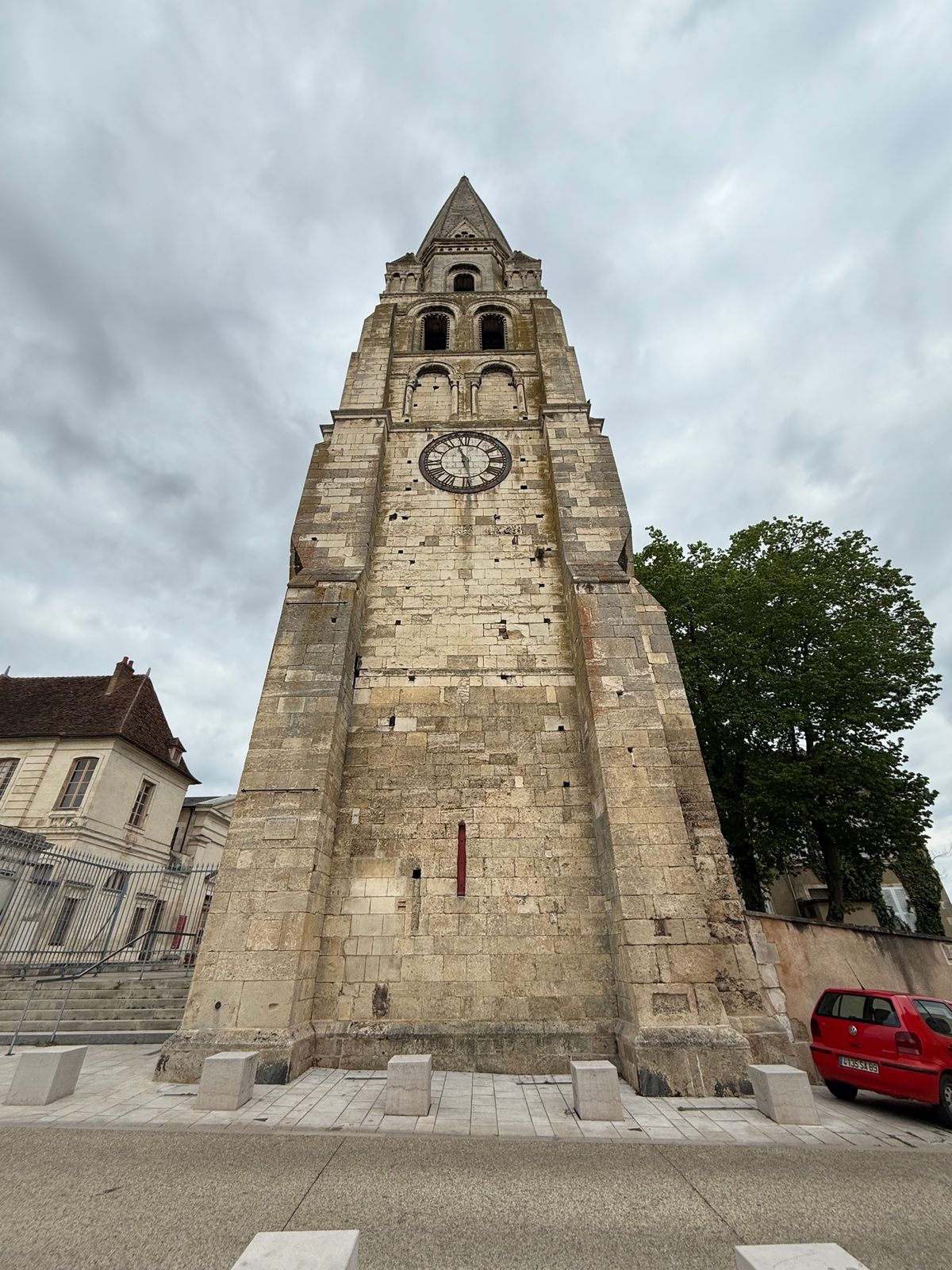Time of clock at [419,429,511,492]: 11:28
